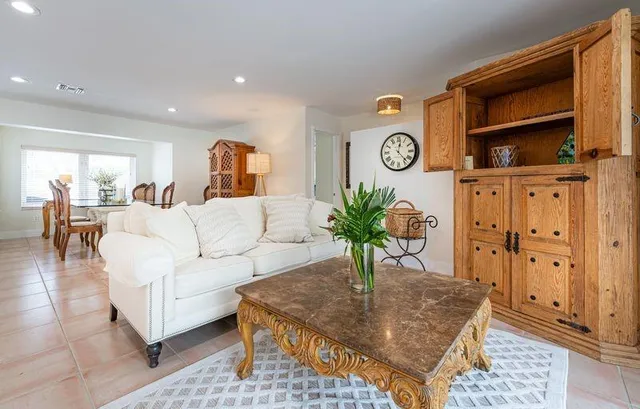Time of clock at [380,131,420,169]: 12:22
